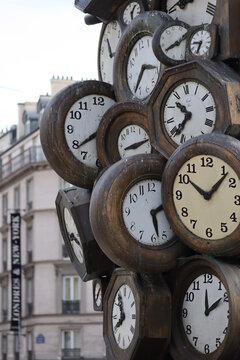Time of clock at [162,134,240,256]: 10:07
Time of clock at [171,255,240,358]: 12:09
